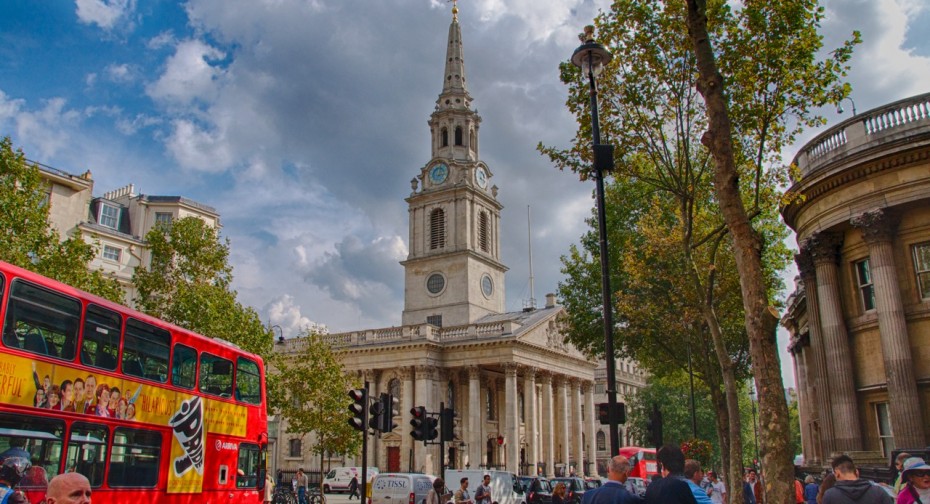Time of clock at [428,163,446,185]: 3:02
